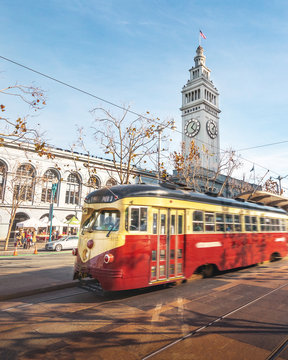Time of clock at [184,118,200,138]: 1:22
